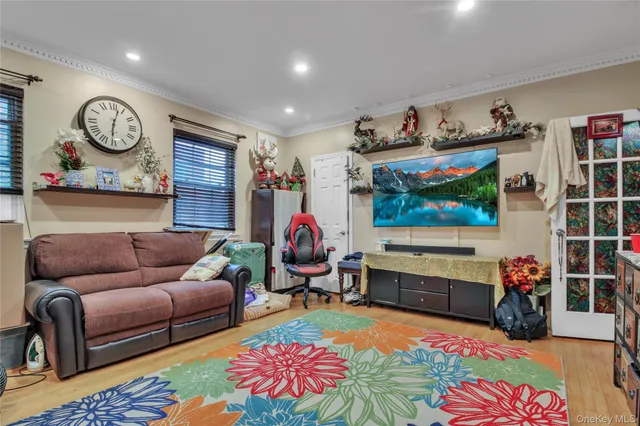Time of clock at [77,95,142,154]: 6:02
